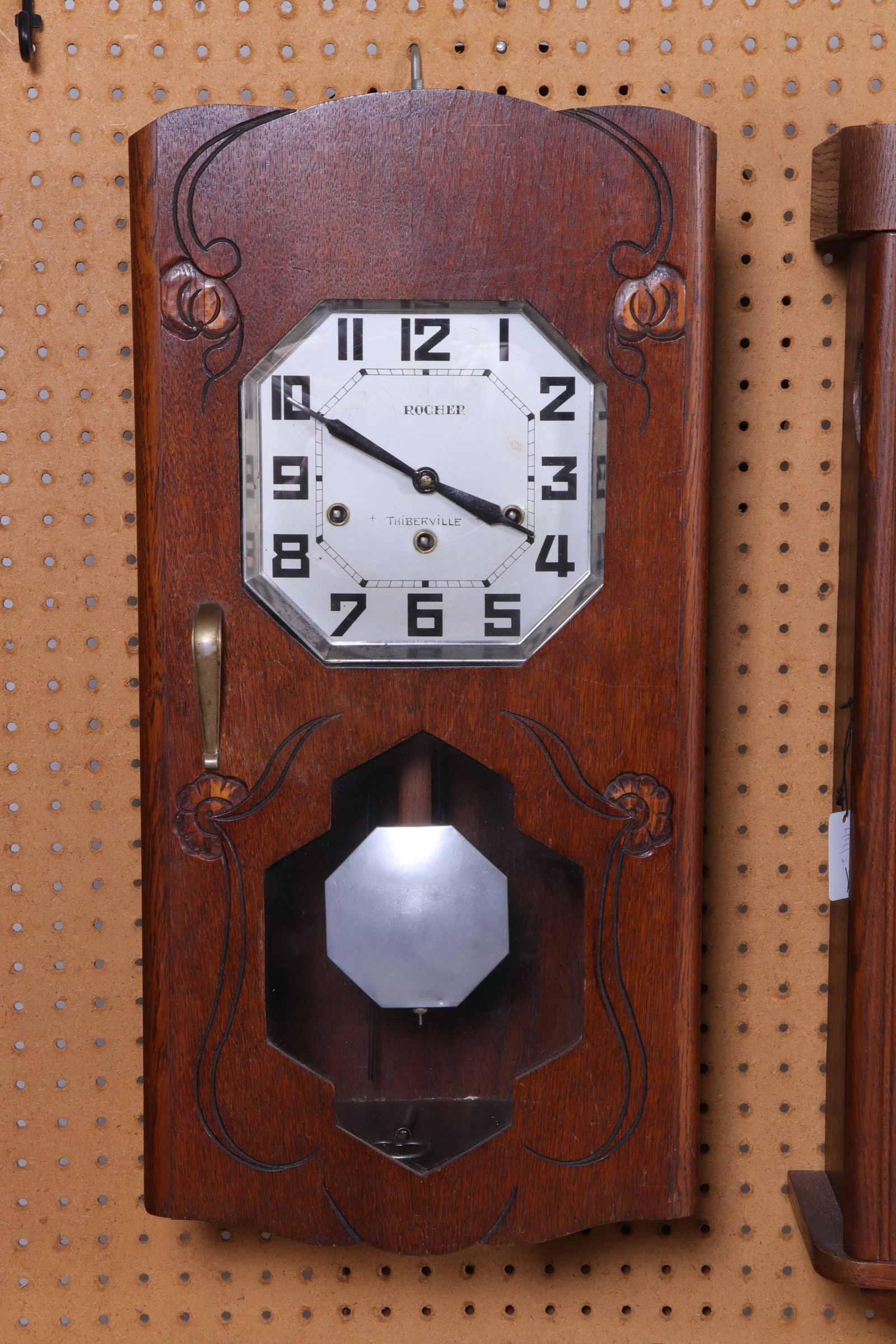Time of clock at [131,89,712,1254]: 3:49
